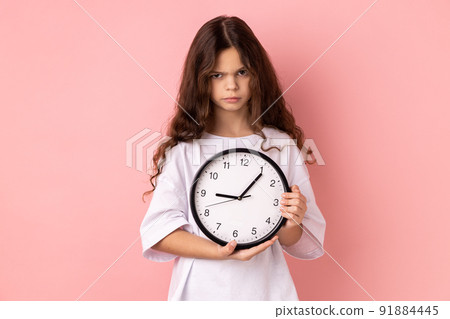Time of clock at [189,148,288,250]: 9:06
